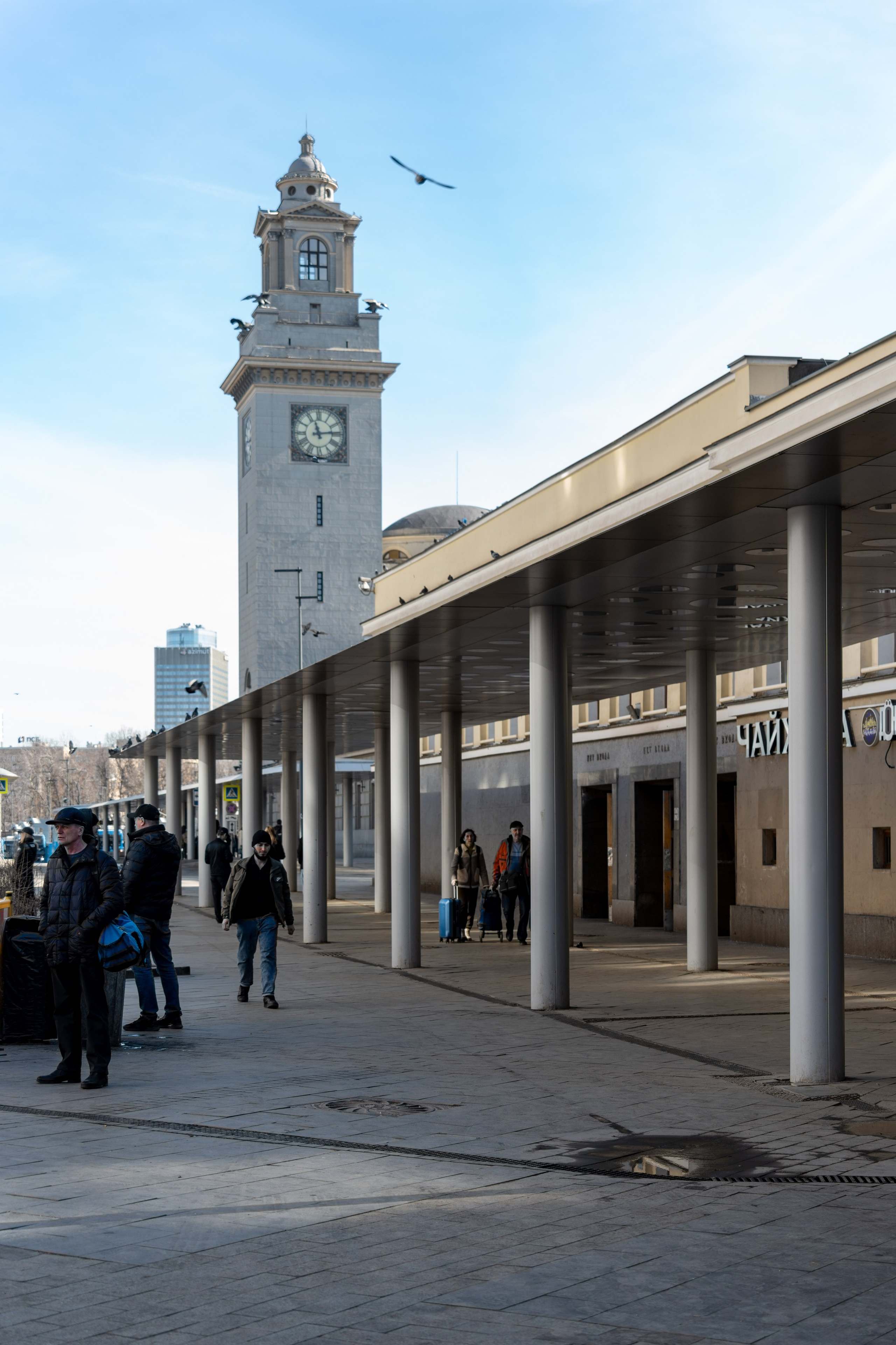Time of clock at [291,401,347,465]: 11:13
